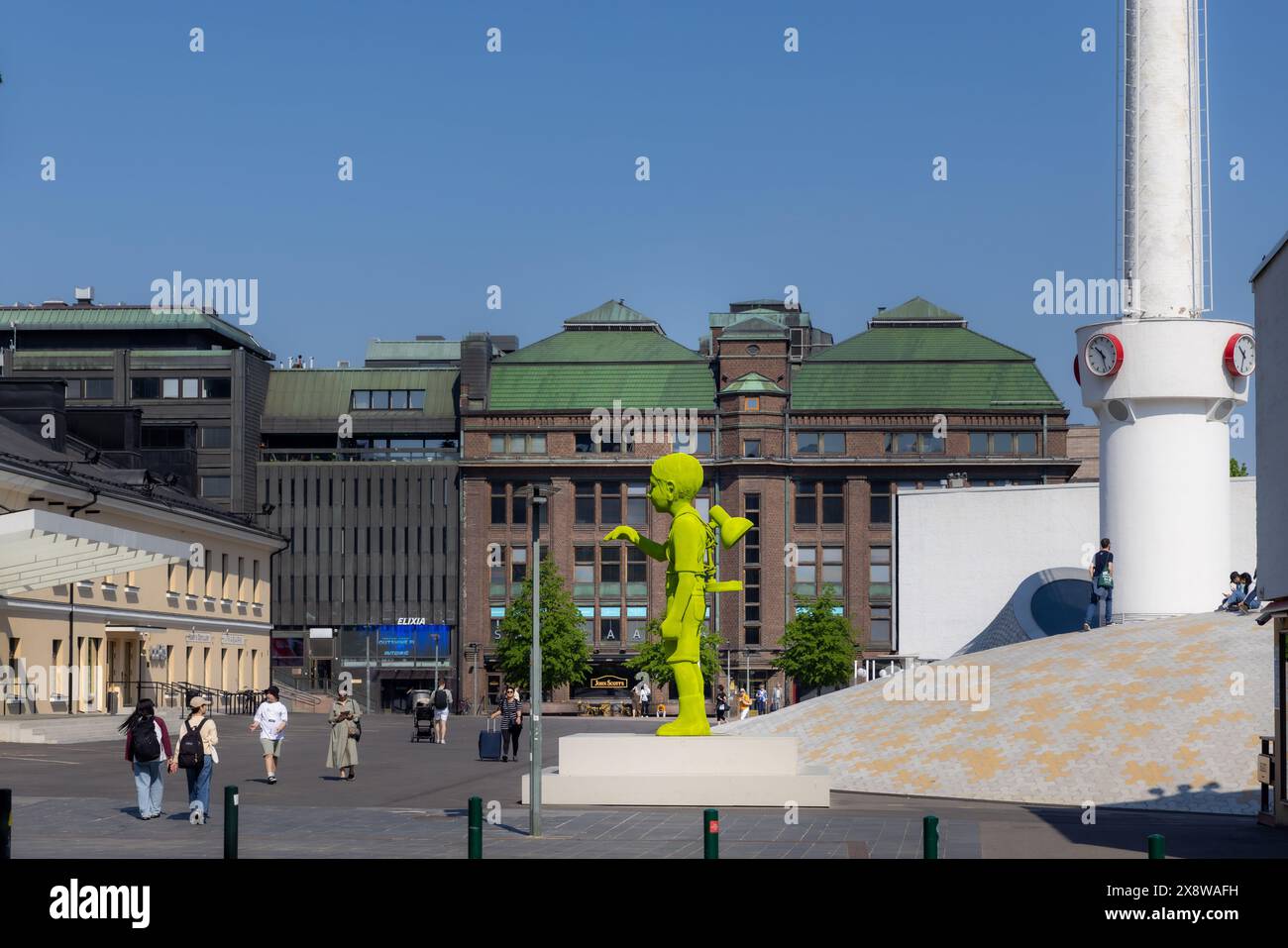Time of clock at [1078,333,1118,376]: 10:28
